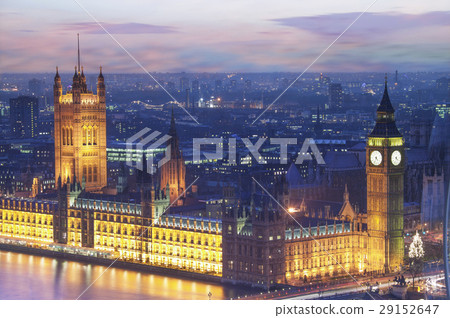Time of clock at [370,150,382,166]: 4:34
